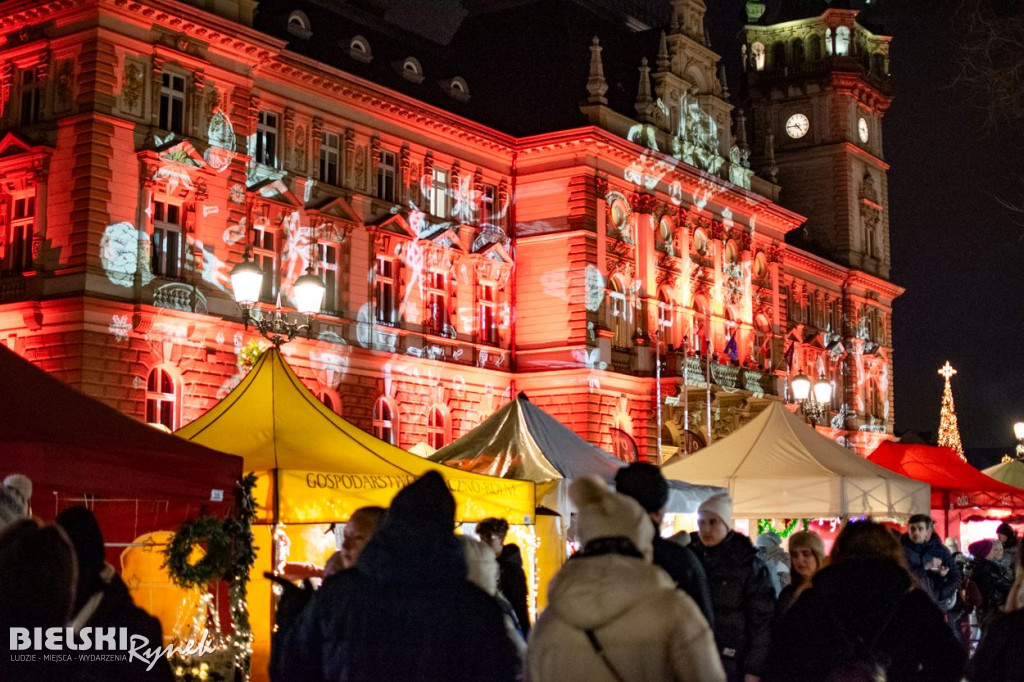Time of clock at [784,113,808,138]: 4:44
